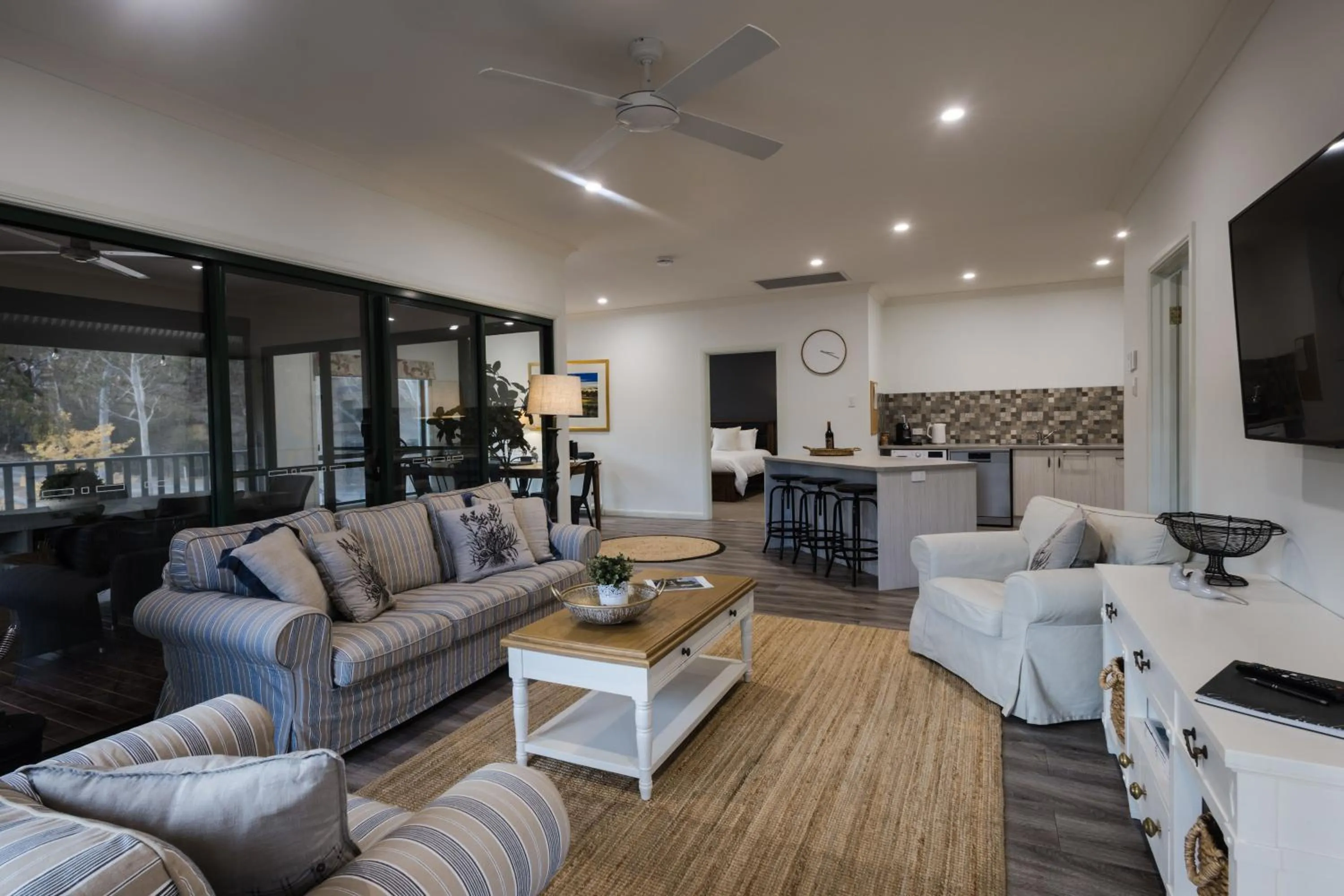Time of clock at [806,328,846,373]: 3:19
